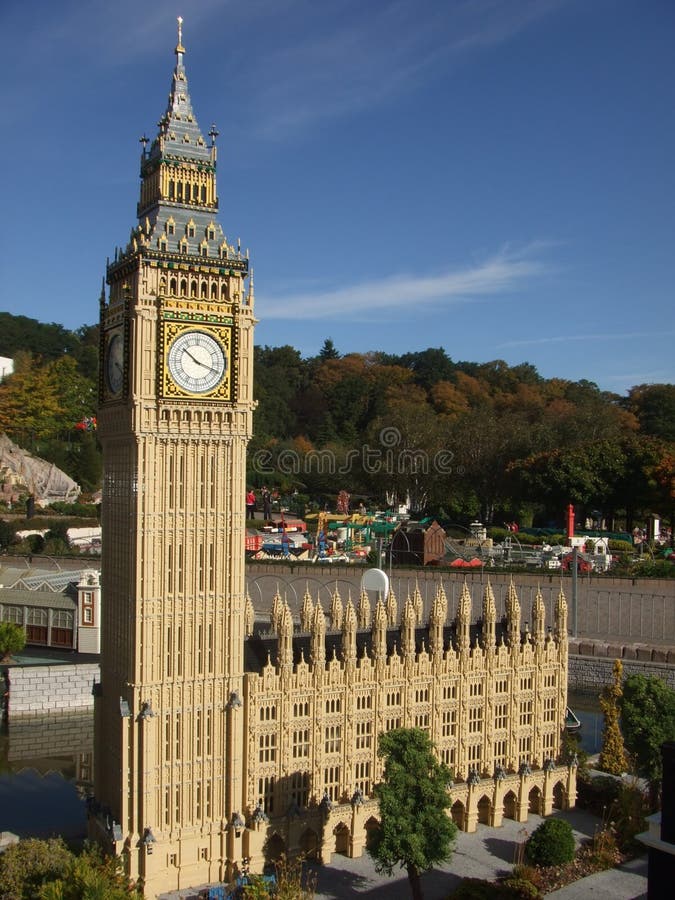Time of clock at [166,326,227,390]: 10:18
